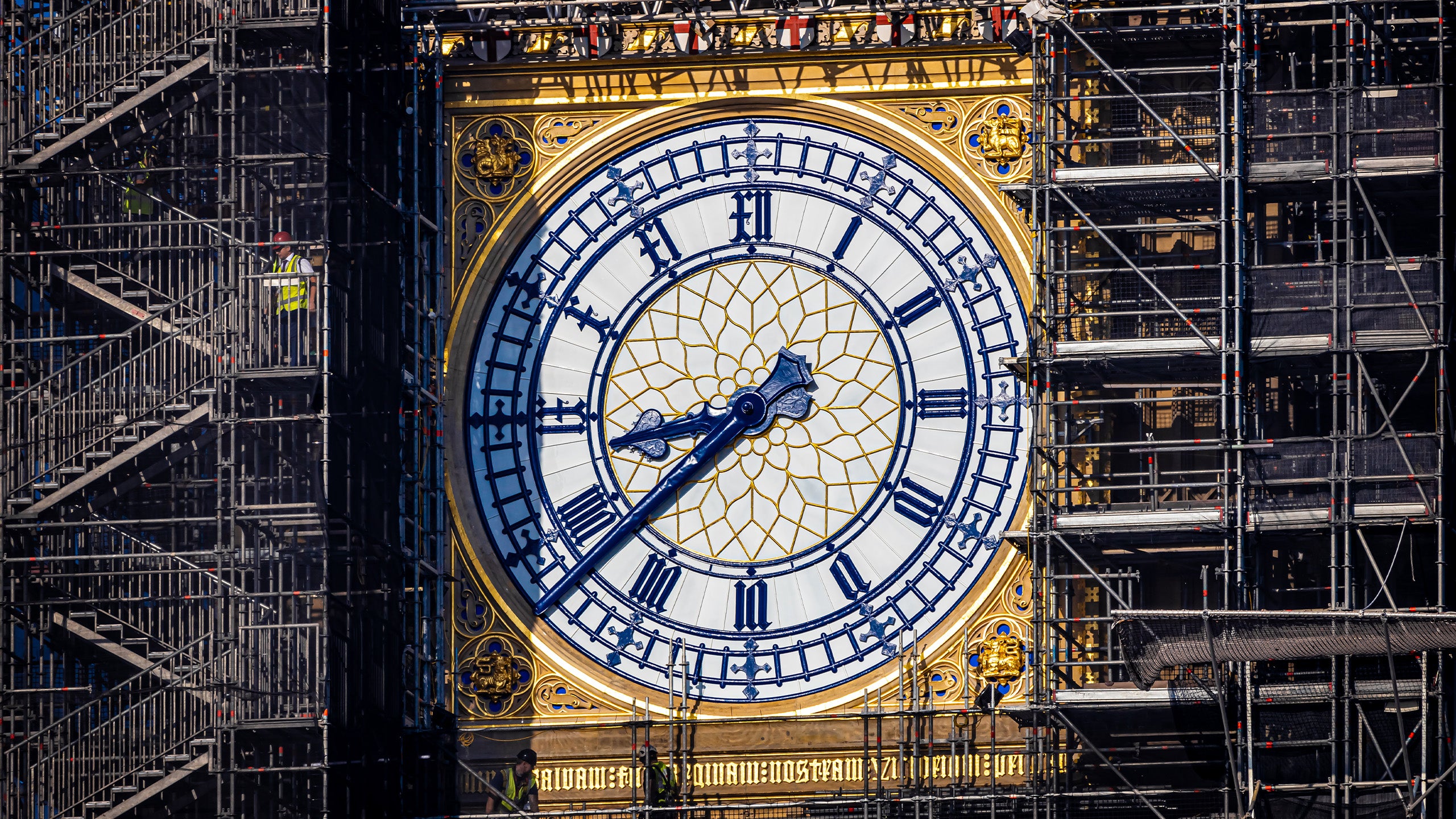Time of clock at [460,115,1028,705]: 8:37
